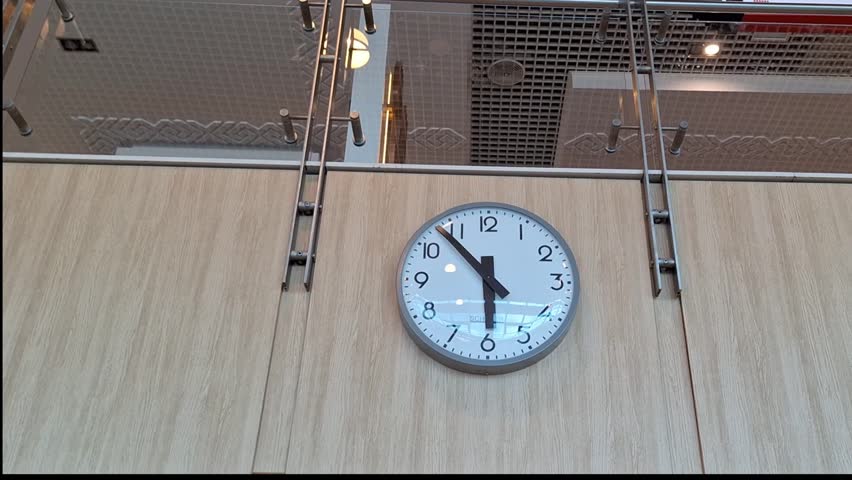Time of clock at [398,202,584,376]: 5:53
